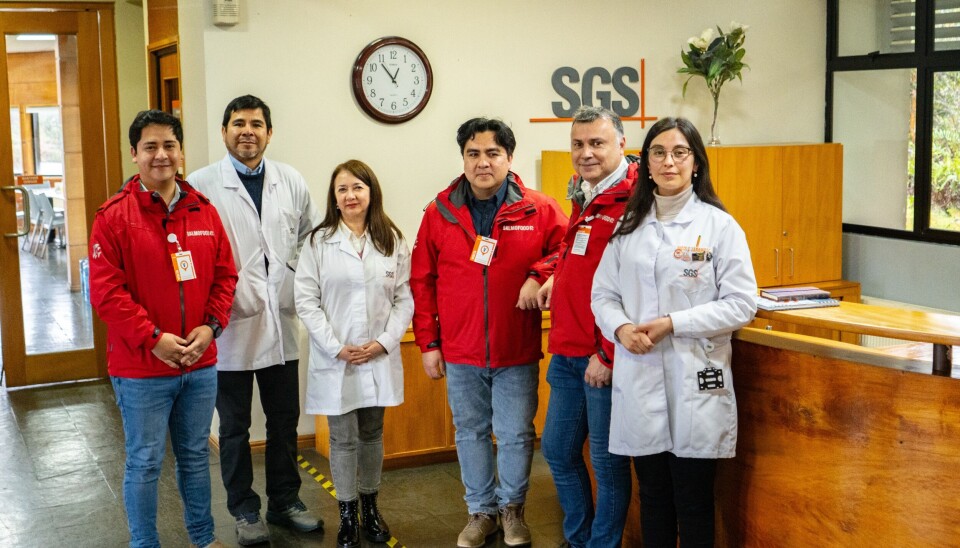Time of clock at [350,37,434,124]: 12:53
